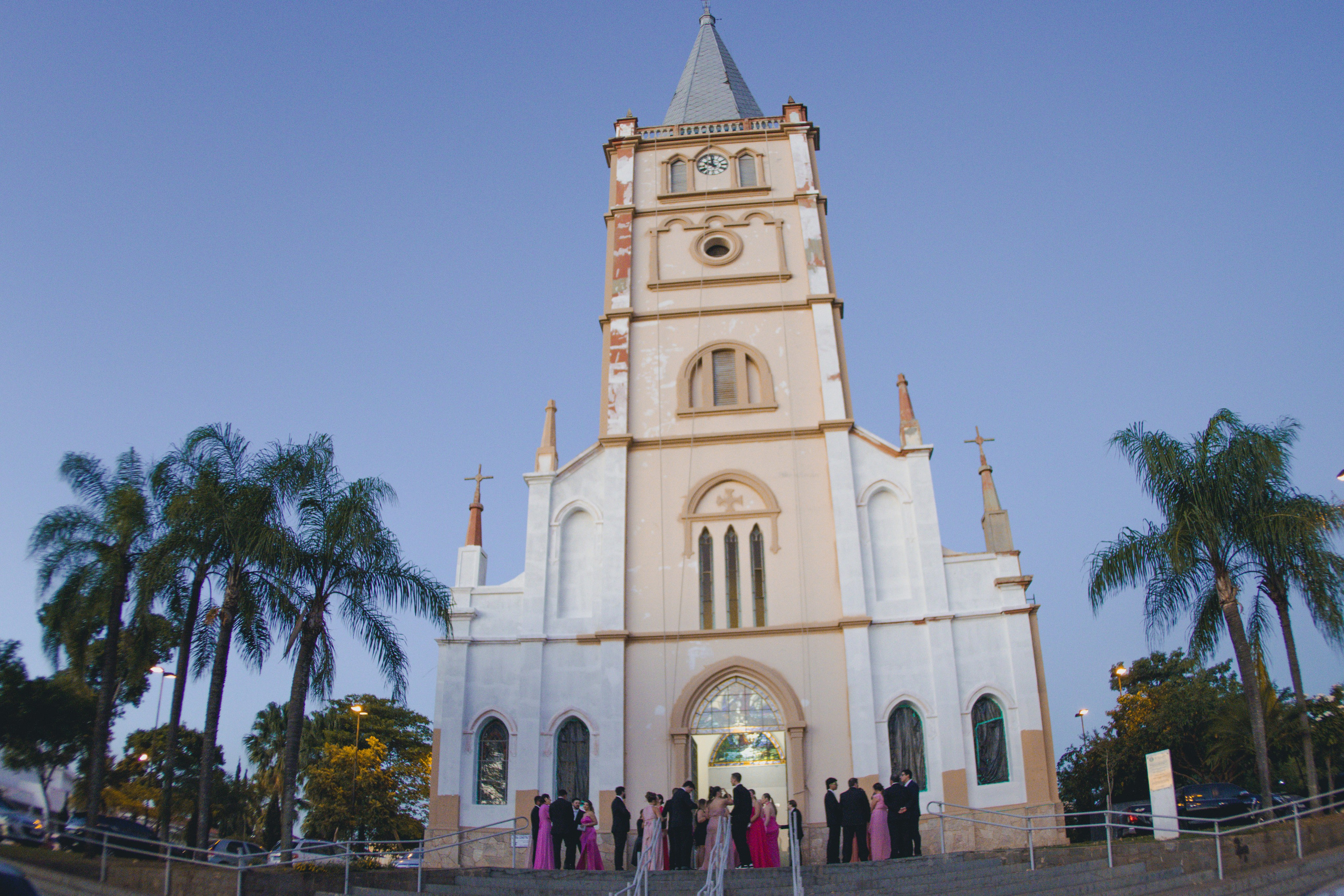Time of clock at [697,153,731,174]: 9:58
